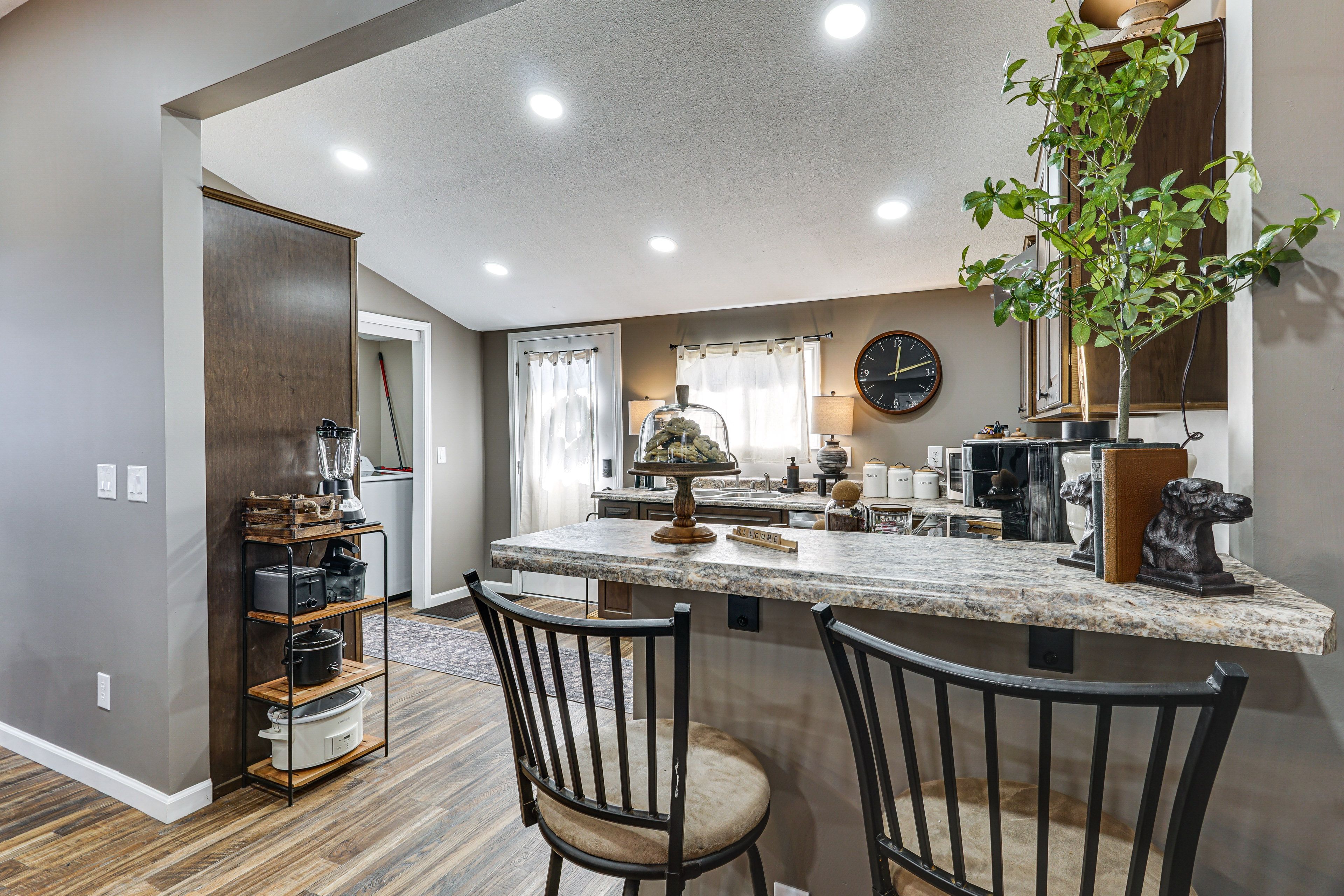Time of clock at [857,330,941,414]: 12:11
